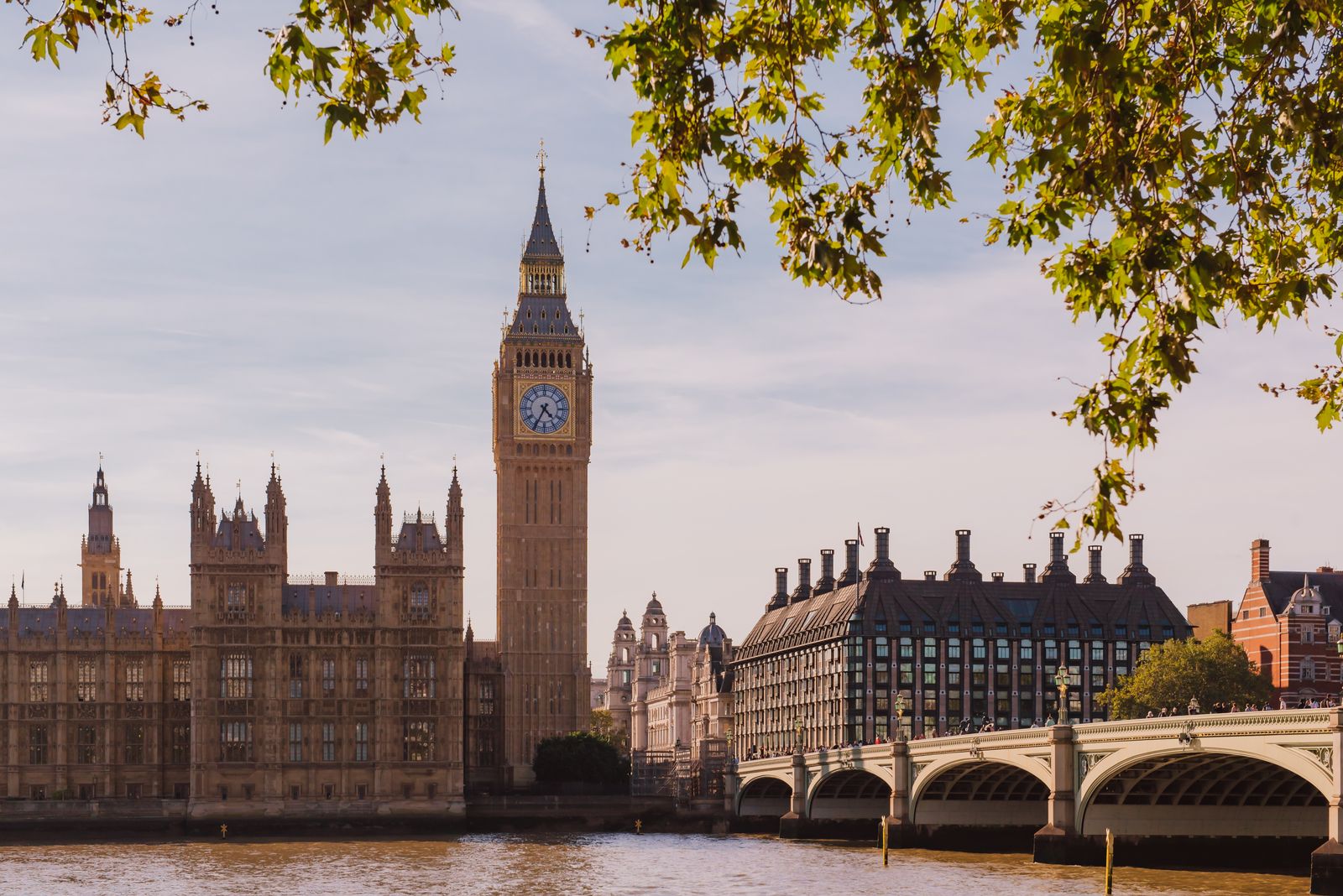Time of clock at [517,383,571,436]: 4:34
